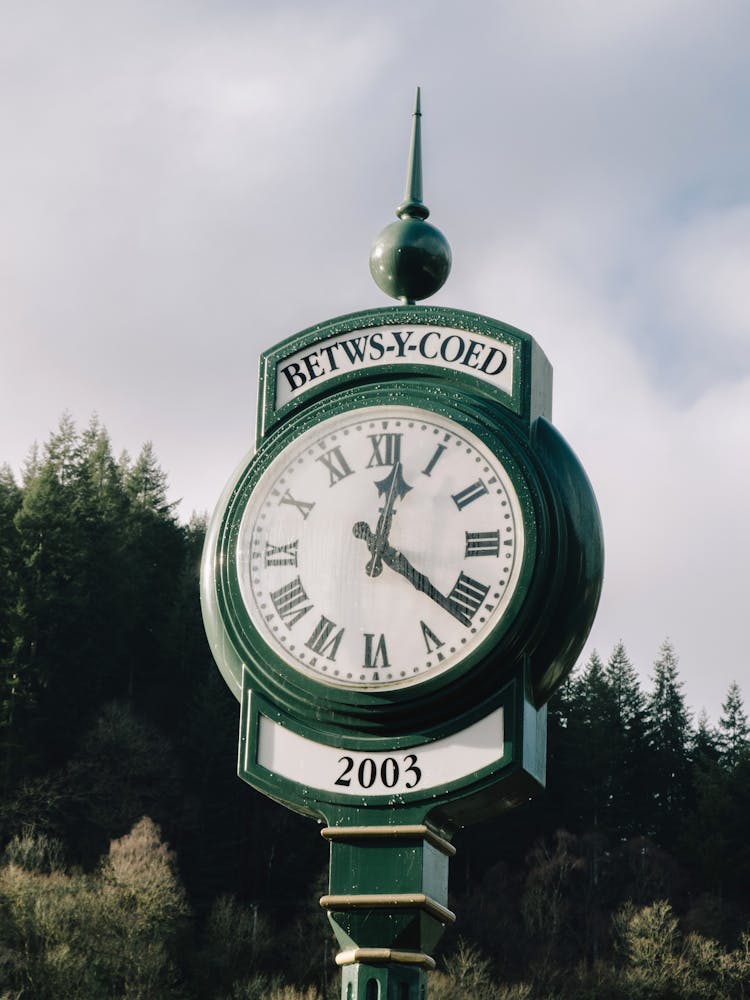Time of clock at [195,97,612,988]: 12:21
